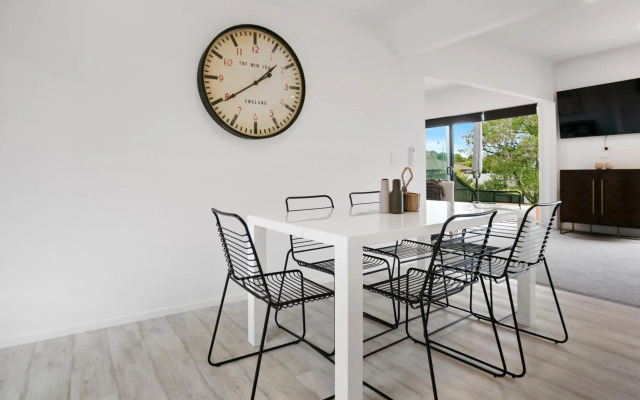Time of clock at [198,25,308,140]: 1:39
